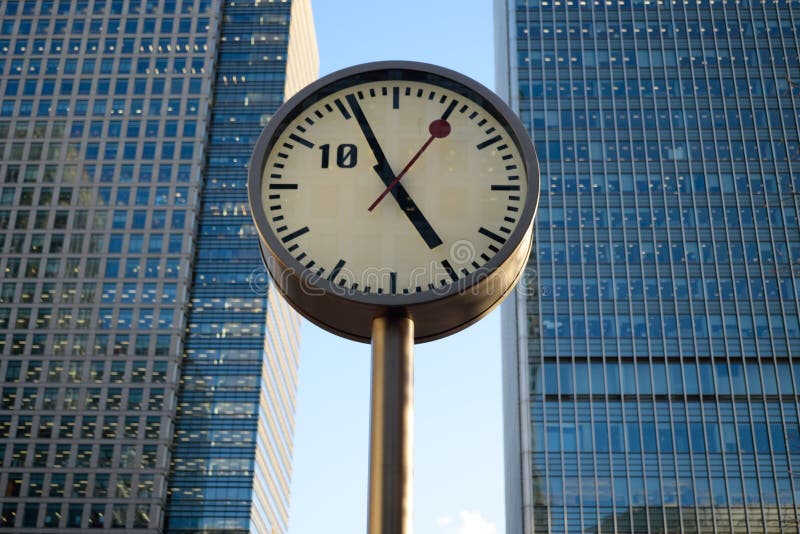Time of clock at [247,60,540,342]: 4:55
